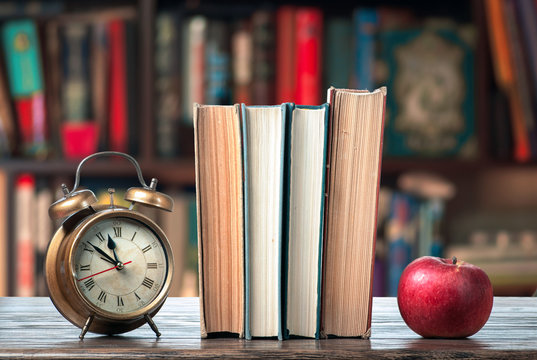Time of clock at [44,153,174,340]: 11:51
